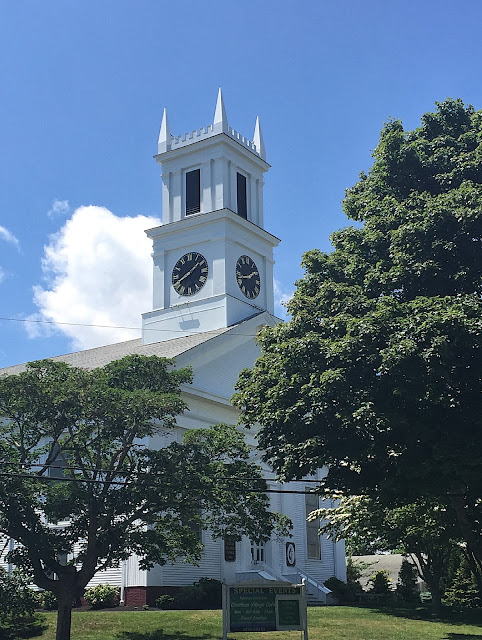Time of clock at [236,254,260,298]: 1:42
